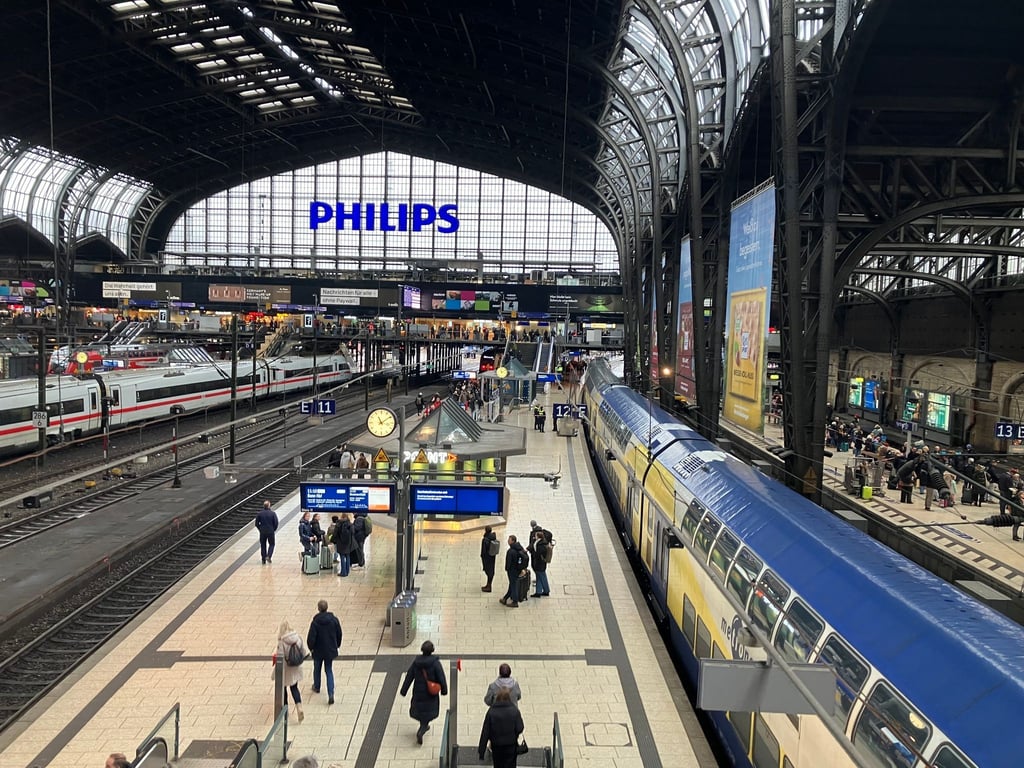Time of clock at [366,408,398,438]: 11:09
